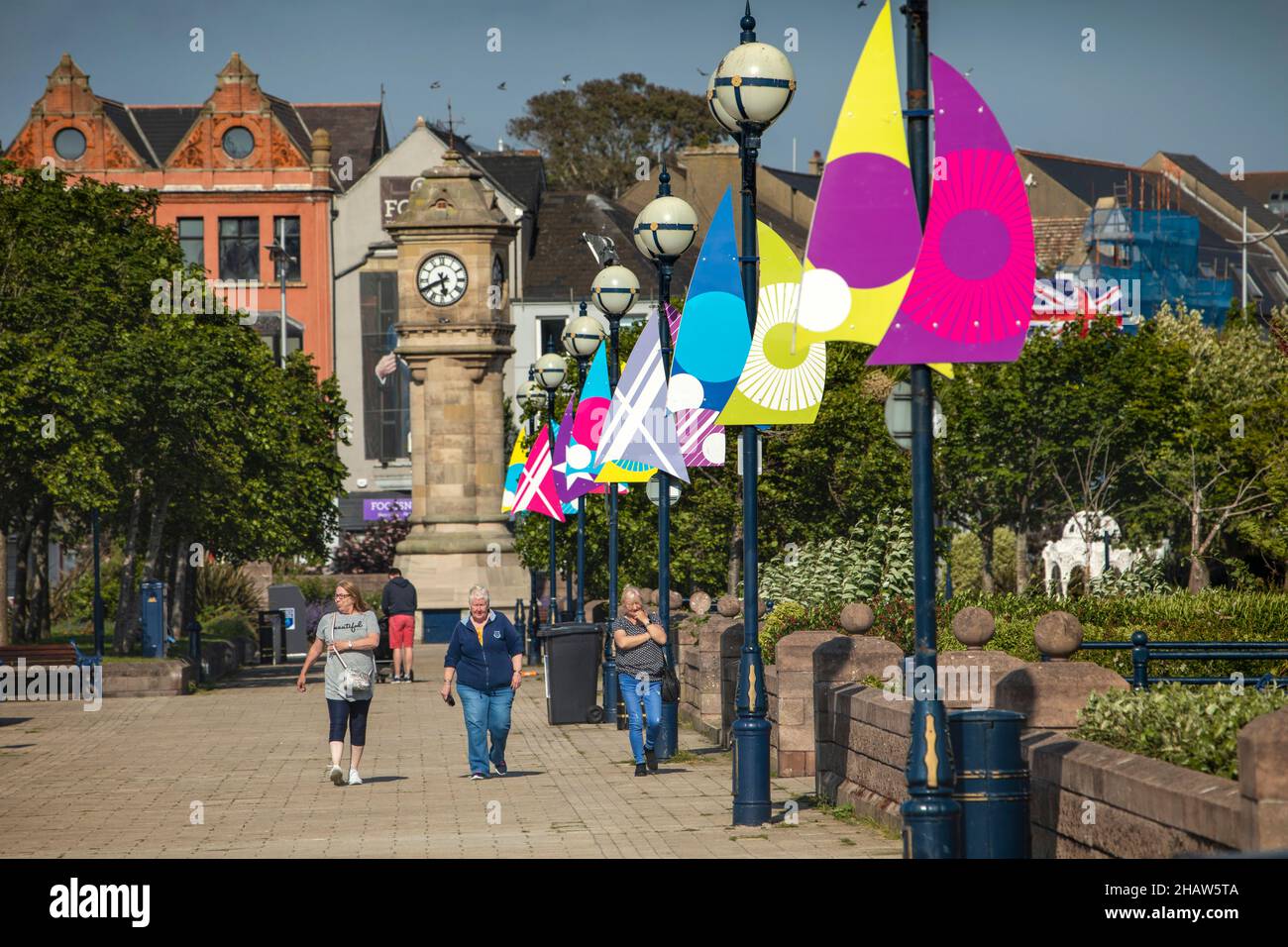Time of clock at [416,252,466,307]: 5:40
